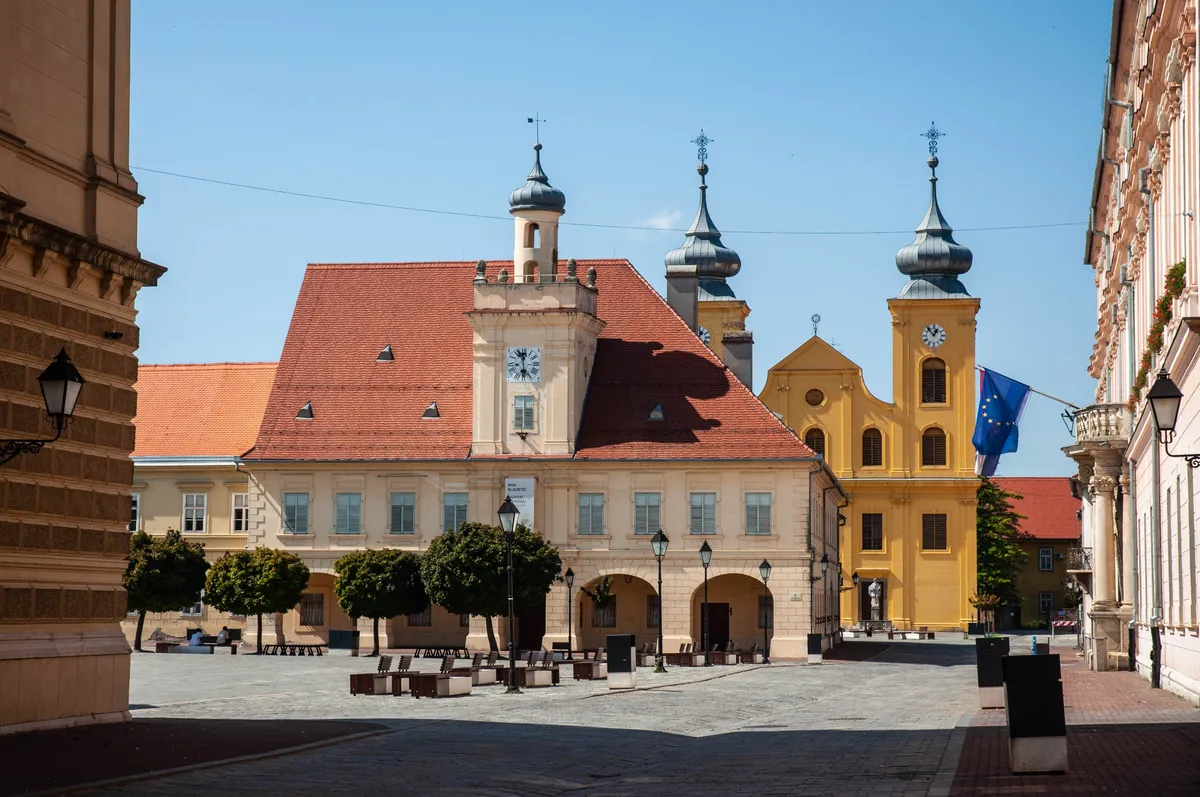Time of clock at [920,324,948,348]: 12:53
